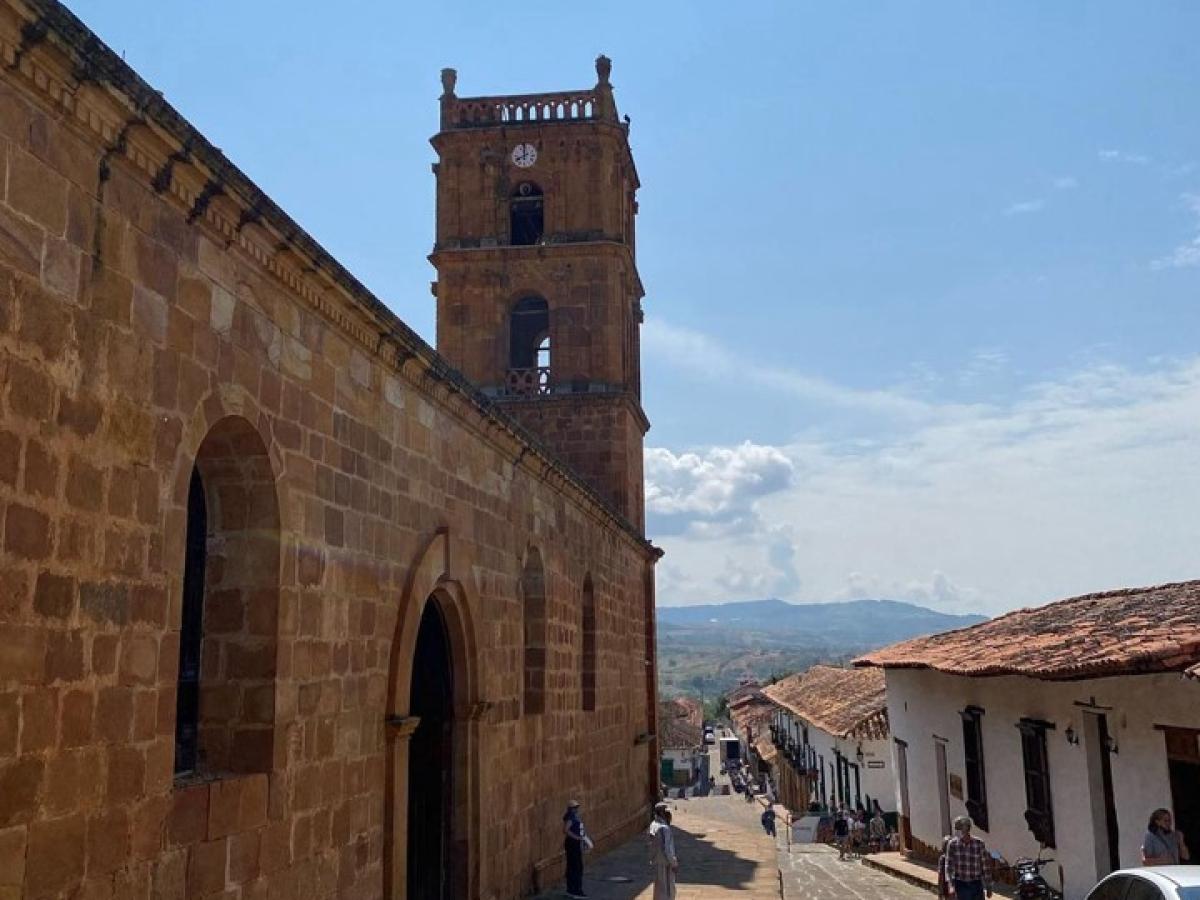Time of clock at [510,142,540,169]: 7:59
